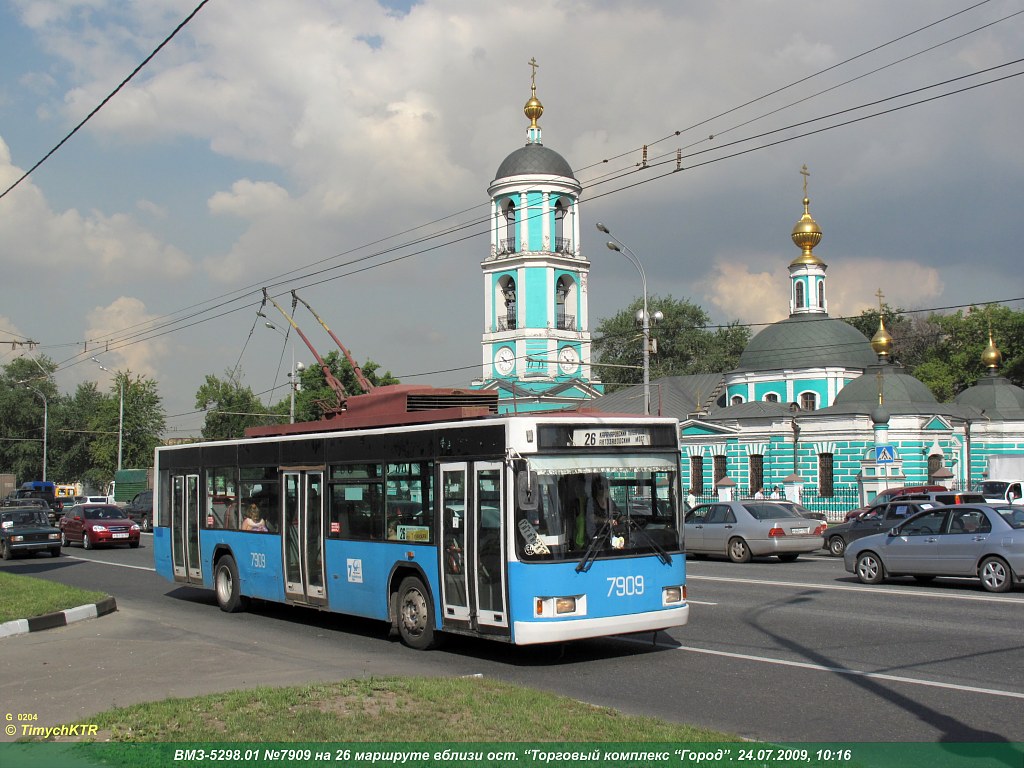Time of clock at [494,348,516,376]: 10:14
